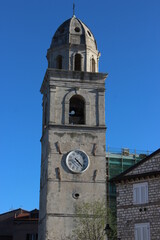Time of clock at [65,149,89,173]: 4:22
